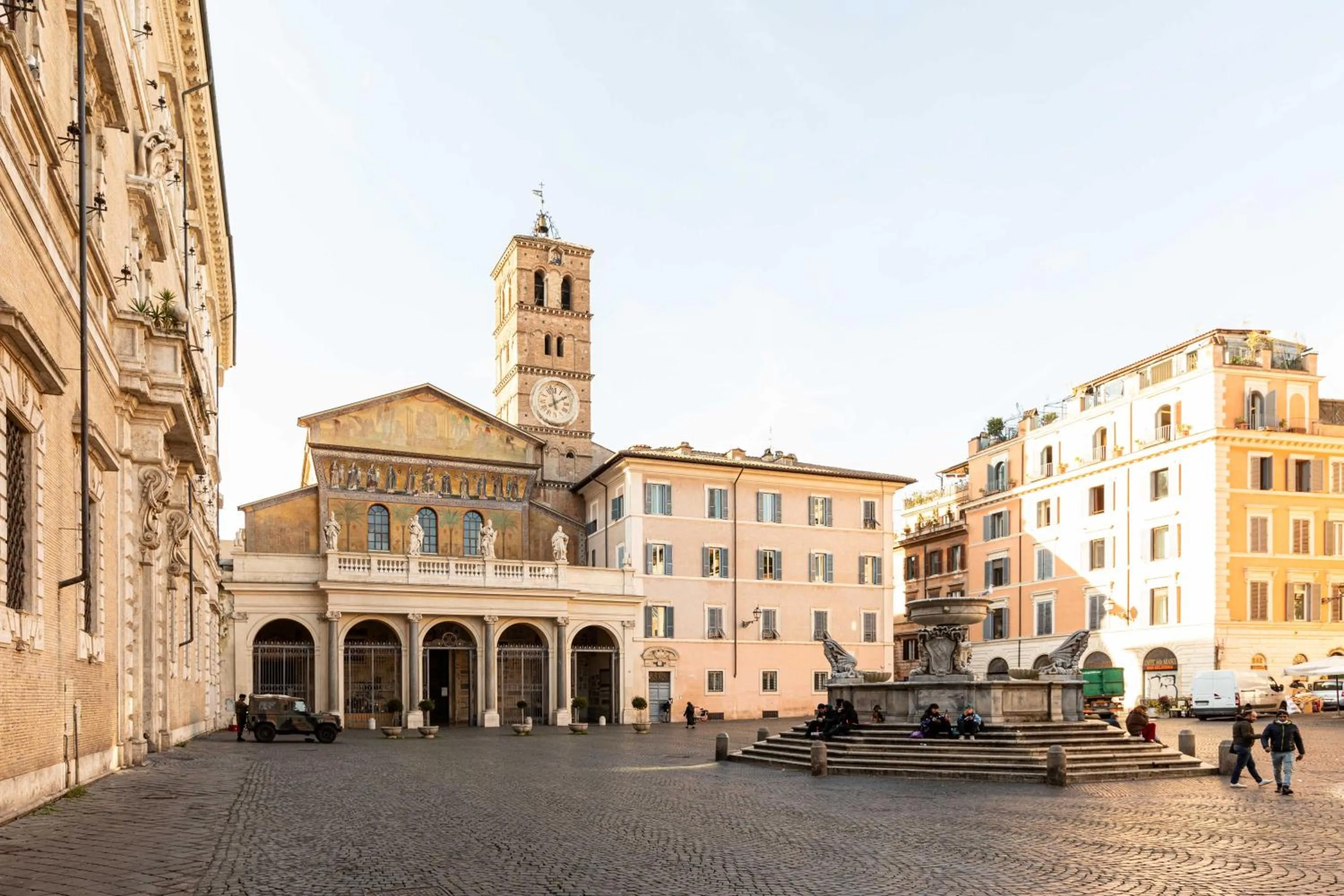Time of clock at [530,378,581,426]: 1:57
